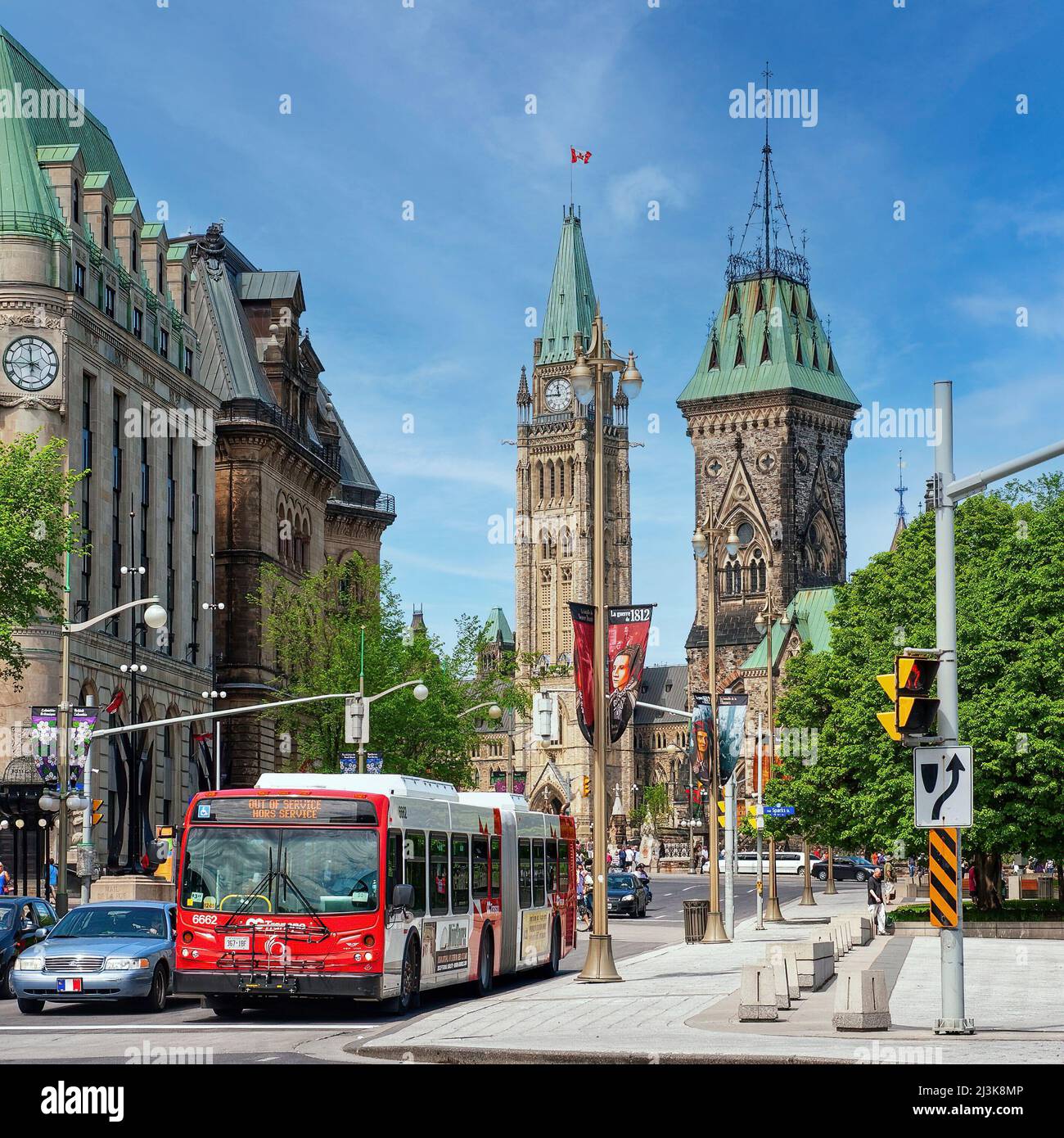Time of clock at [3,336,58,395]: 11:44
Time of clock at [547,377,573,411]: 11:45
